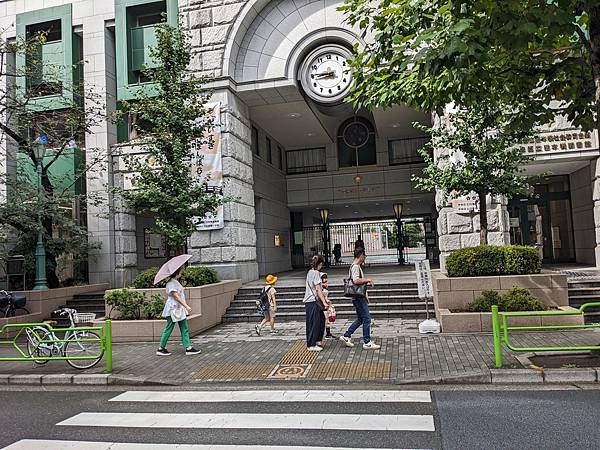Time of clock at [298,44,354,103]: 8:45
